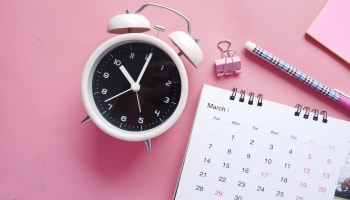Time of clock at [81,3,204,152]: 11:05
